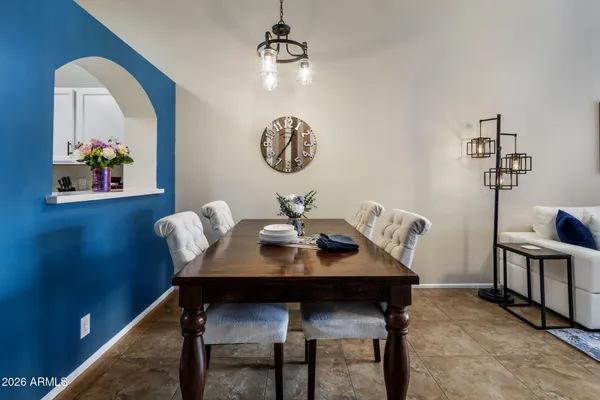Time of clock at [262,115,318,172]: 12:36
